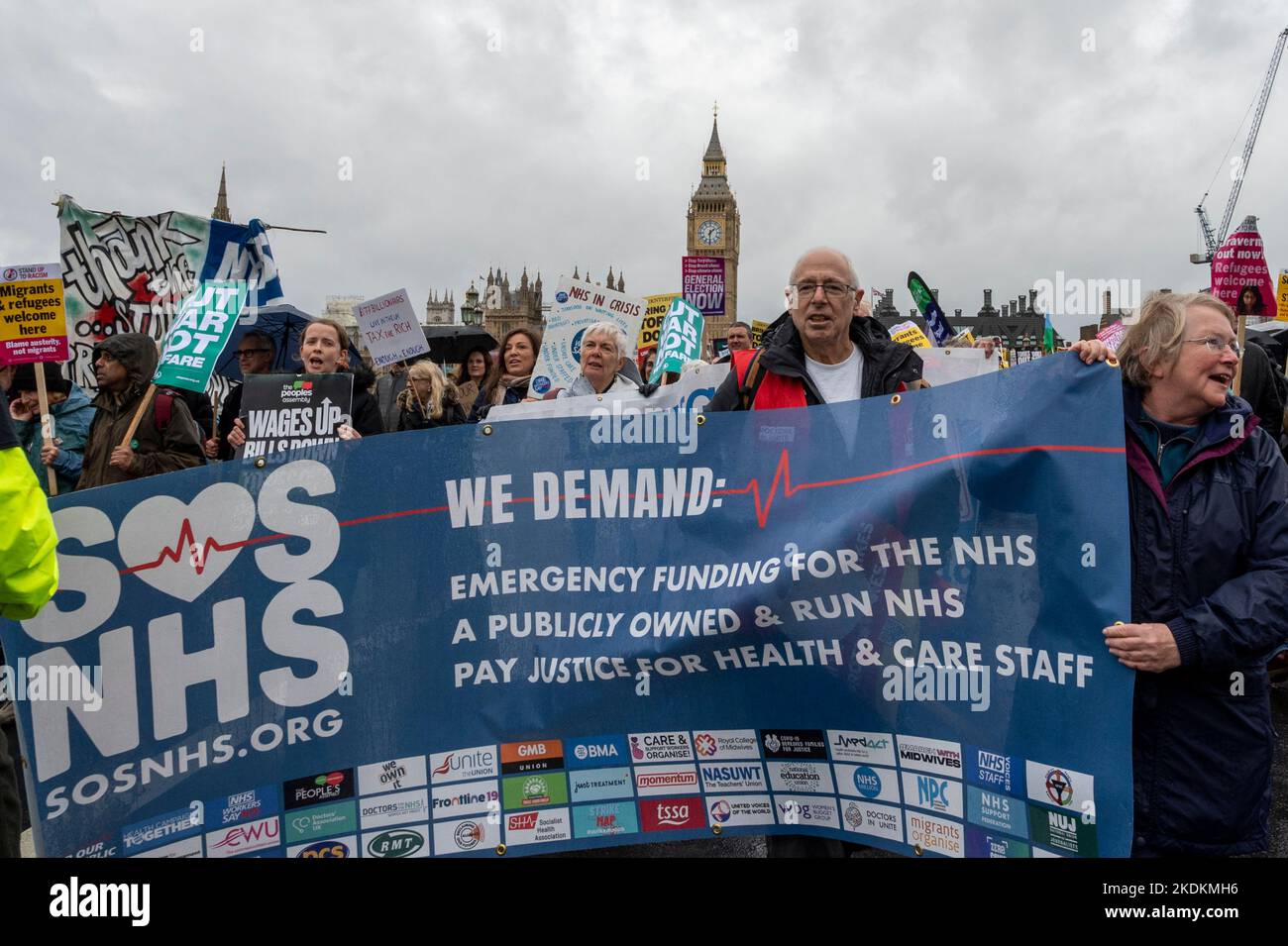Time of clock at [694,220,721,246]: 1:30
